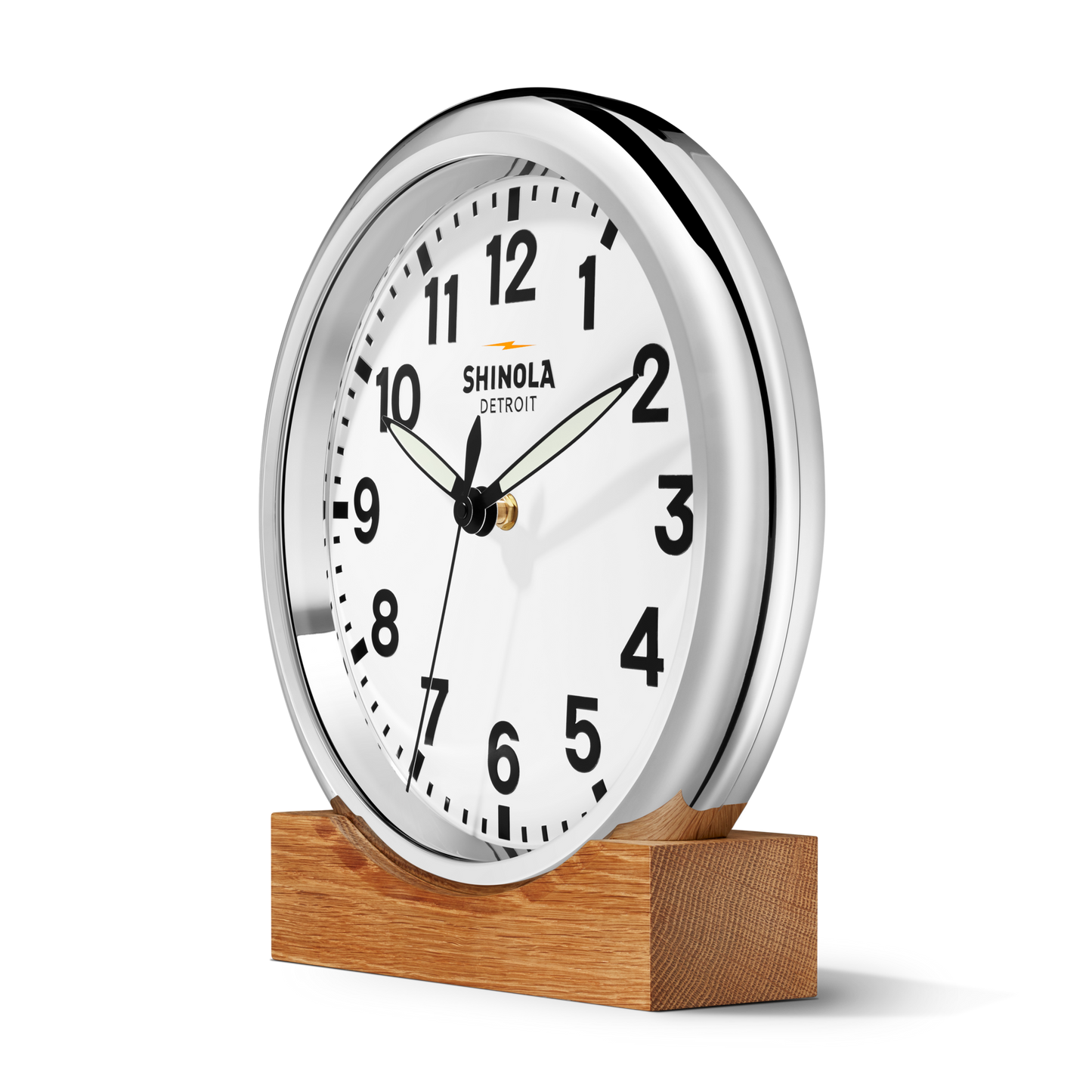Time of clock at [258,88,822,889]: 12:09
